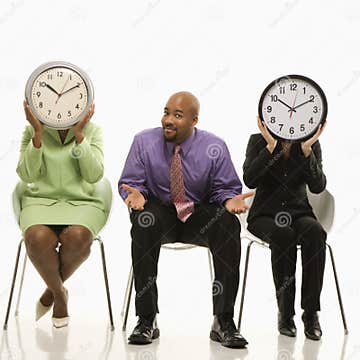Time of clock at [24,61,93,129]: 10:10
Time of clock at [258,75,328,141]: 10:10
